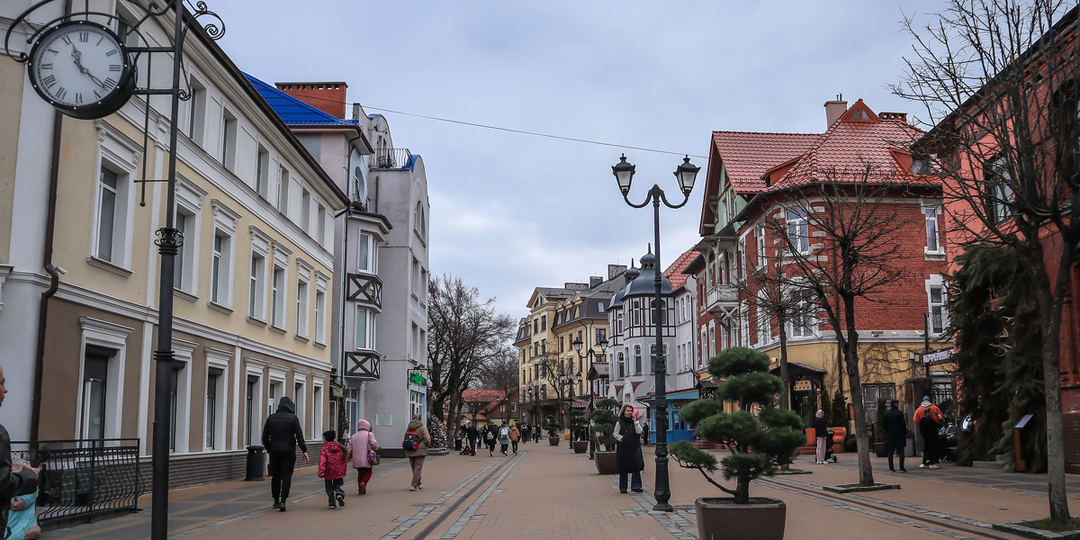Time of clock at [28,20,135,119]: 11:21
